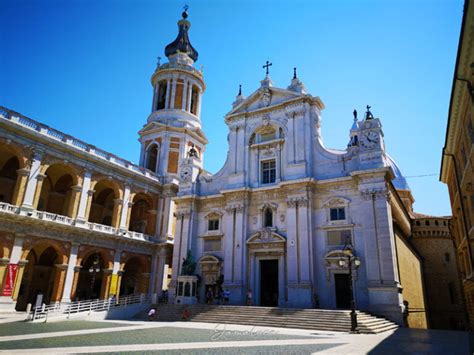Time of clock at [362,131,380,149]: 11:18
